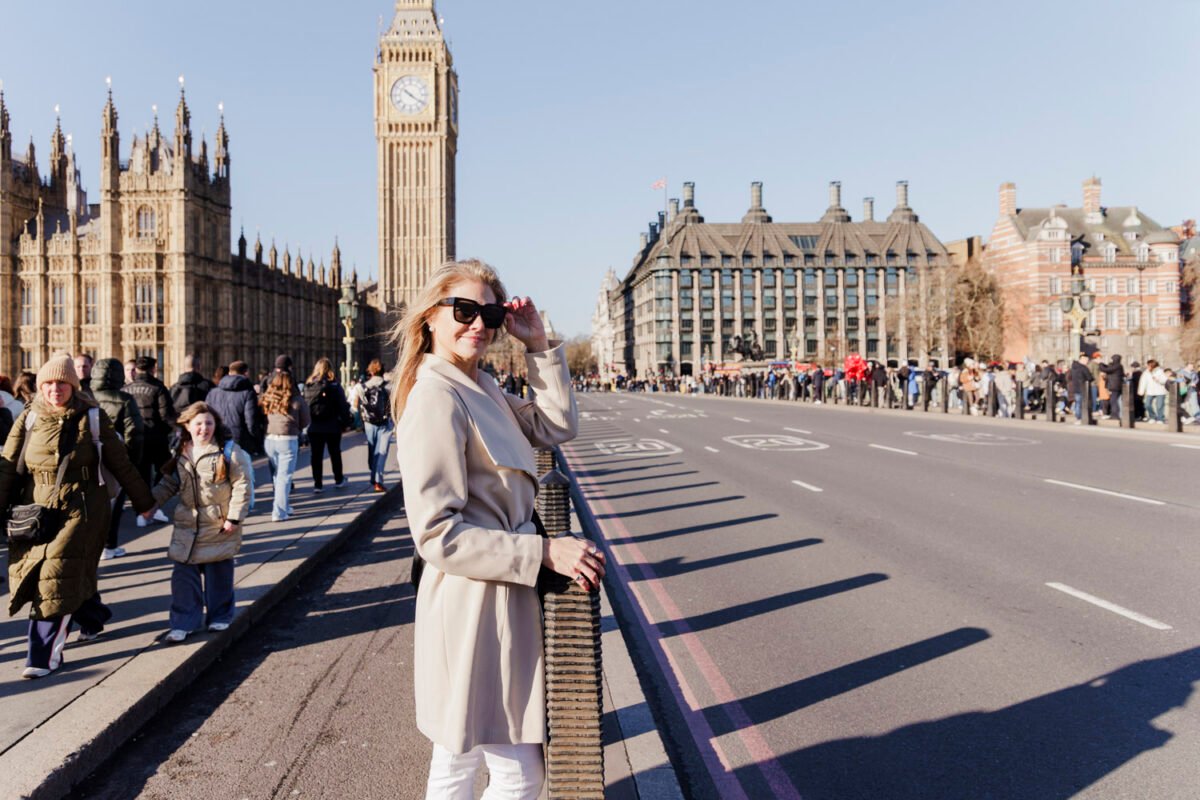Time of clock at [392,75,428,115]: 10:20
